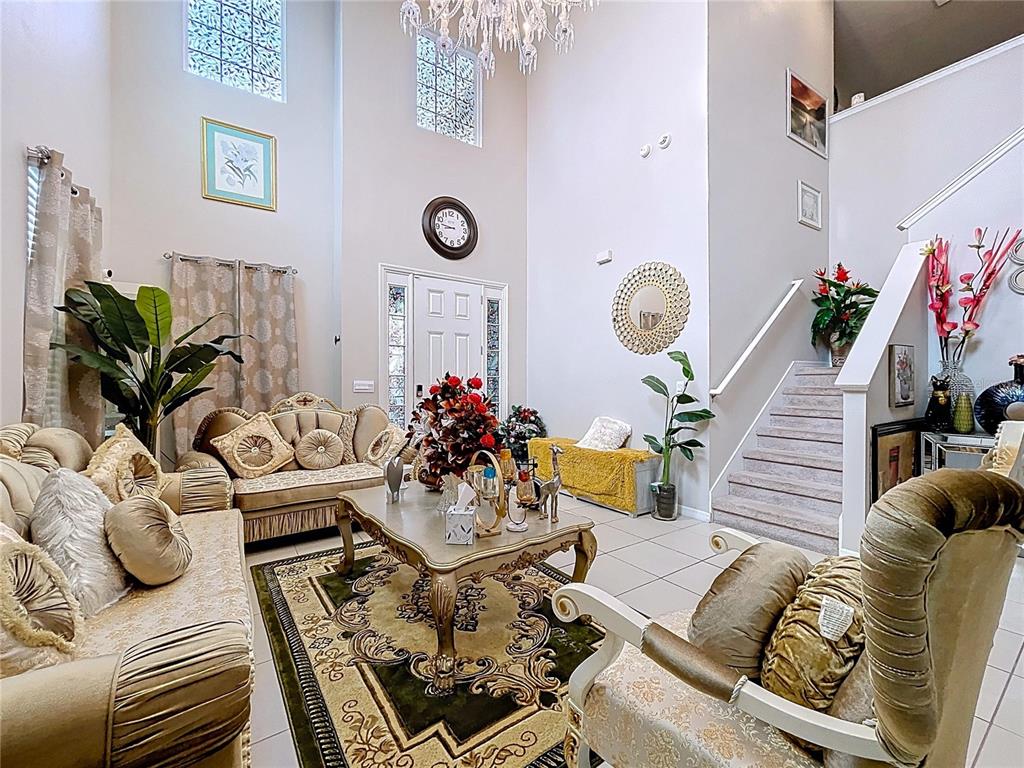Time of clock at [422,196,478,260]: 8:46
